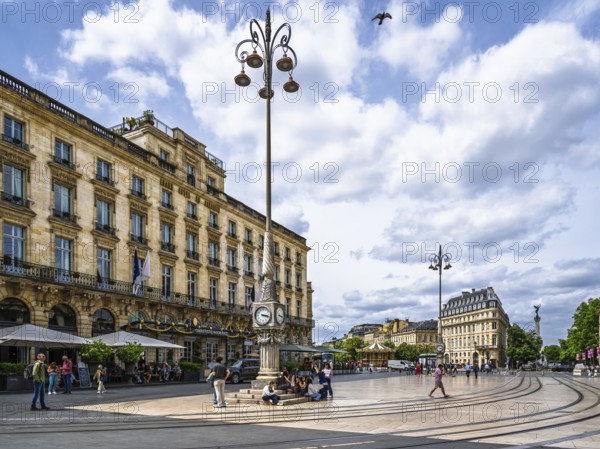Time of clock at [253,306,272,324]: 3:17
